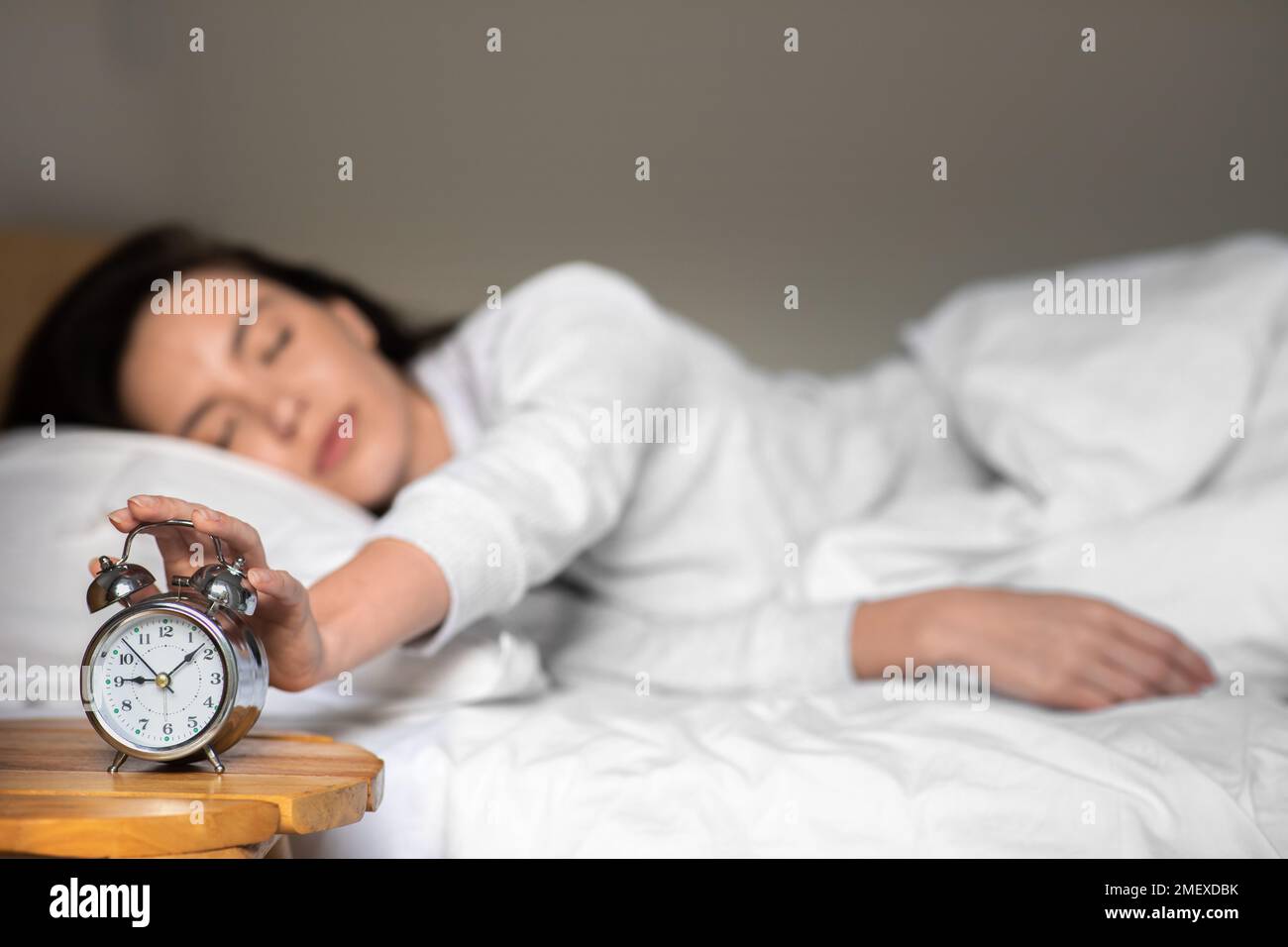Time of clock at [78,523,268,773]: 9:08
